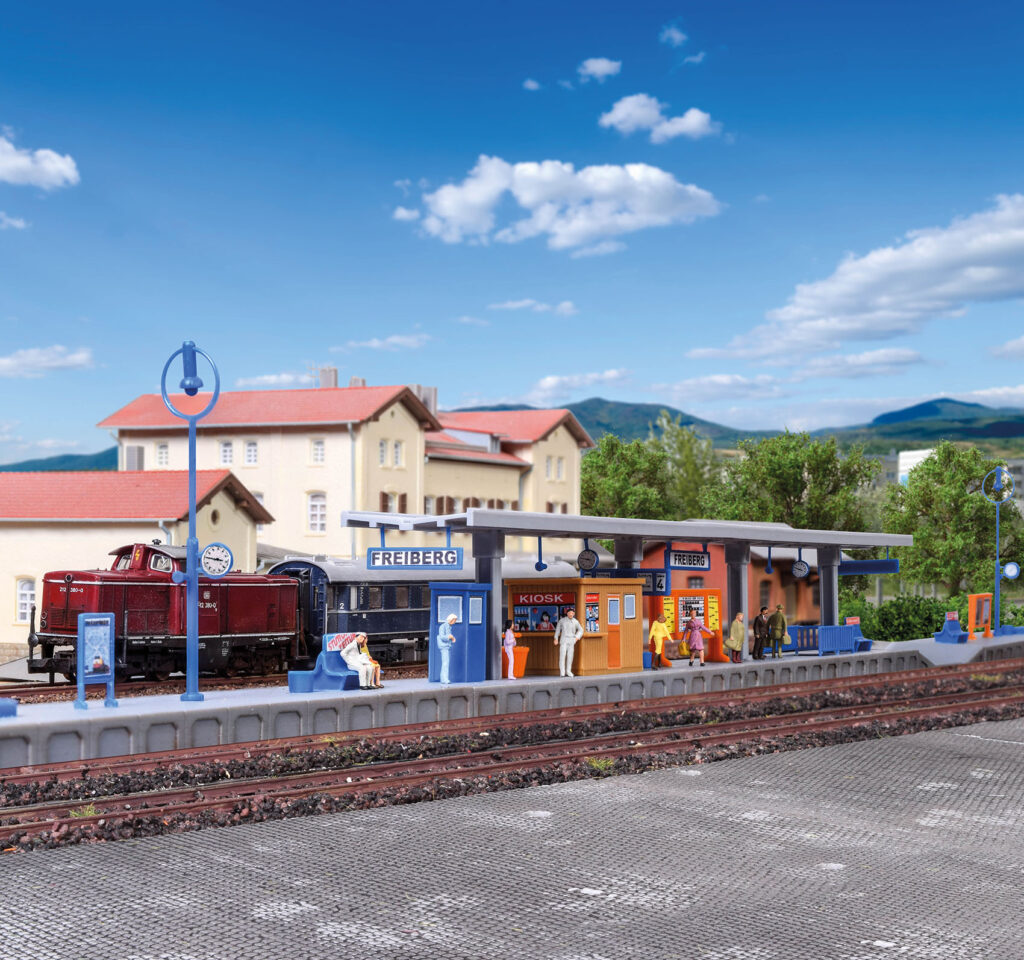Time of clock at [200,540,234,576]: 2:45
